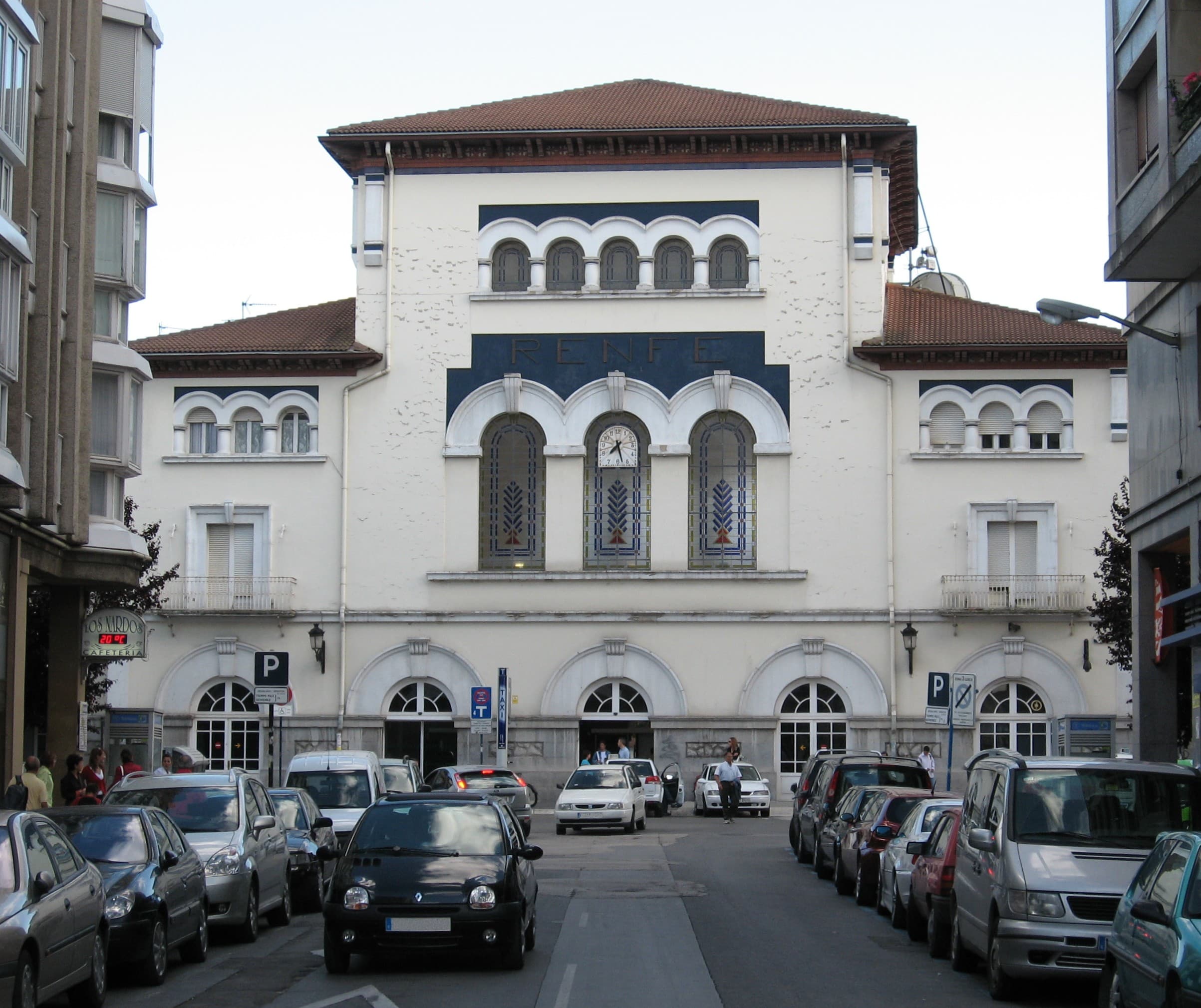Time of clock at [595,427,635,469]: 7:27
